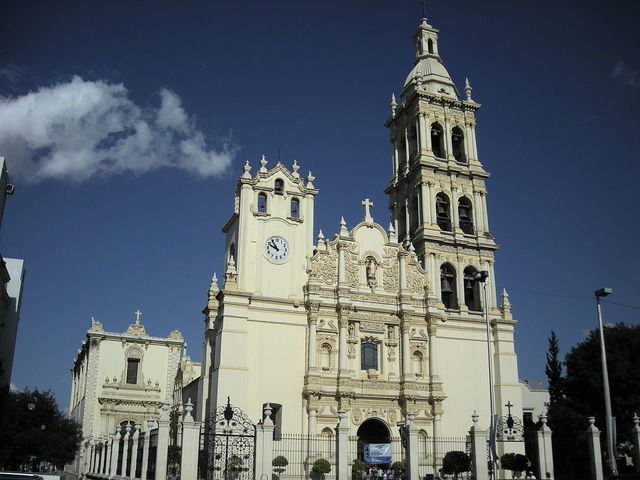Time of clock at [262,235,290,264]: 9:54
